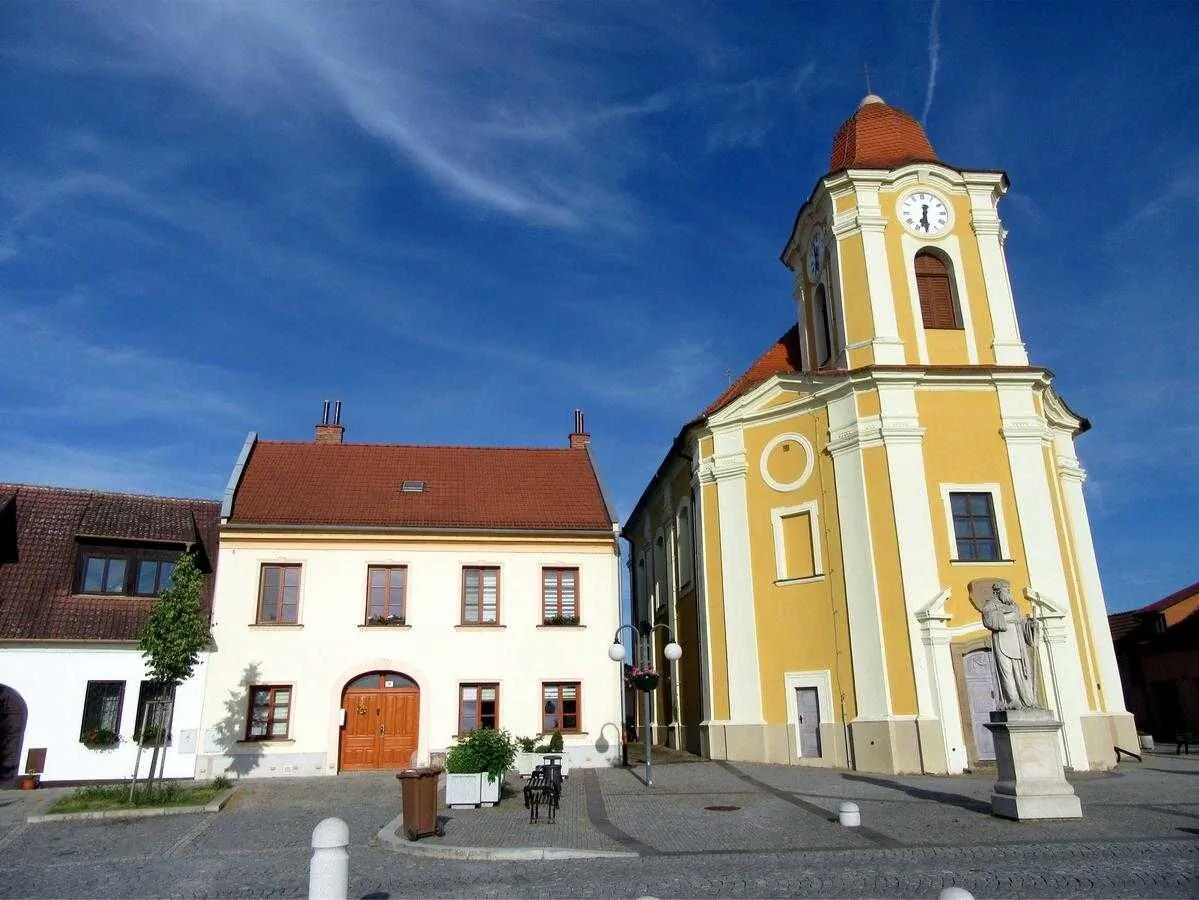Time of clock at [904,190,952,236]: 6:29
